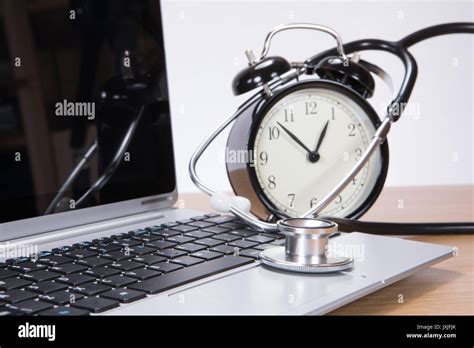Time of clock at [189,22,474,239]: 12:52
